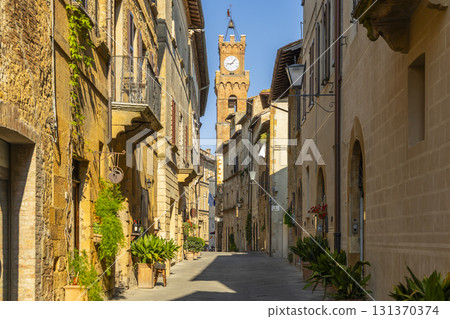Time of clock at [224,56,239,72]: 9:07
